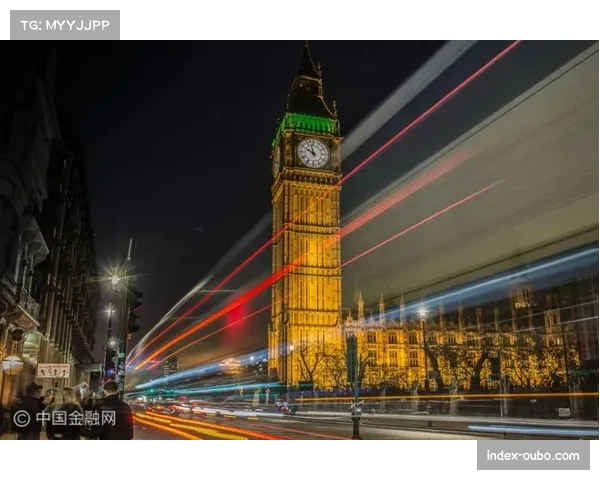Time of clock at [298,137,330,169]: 9:57
